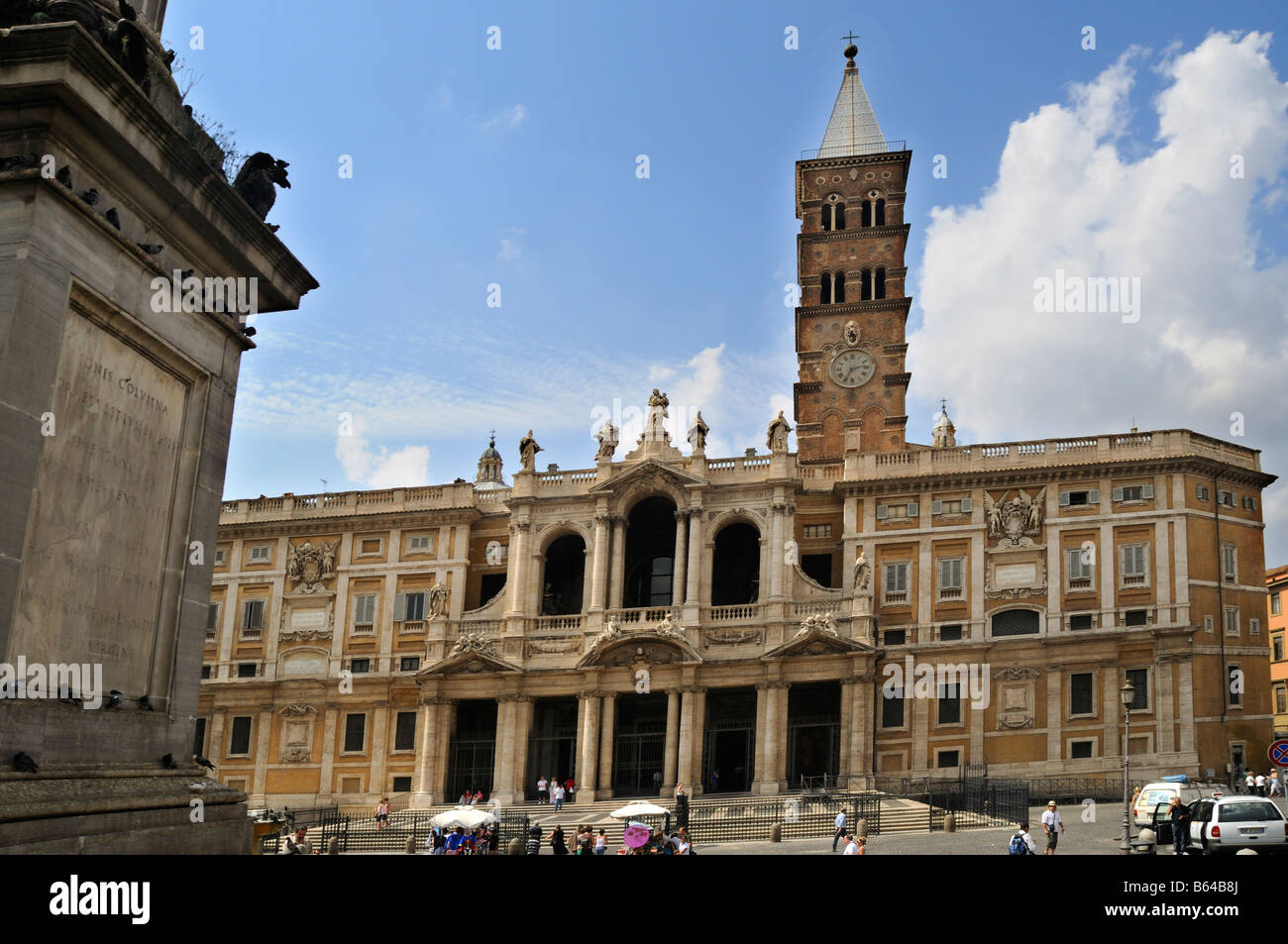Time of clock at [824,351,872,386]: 2:35
